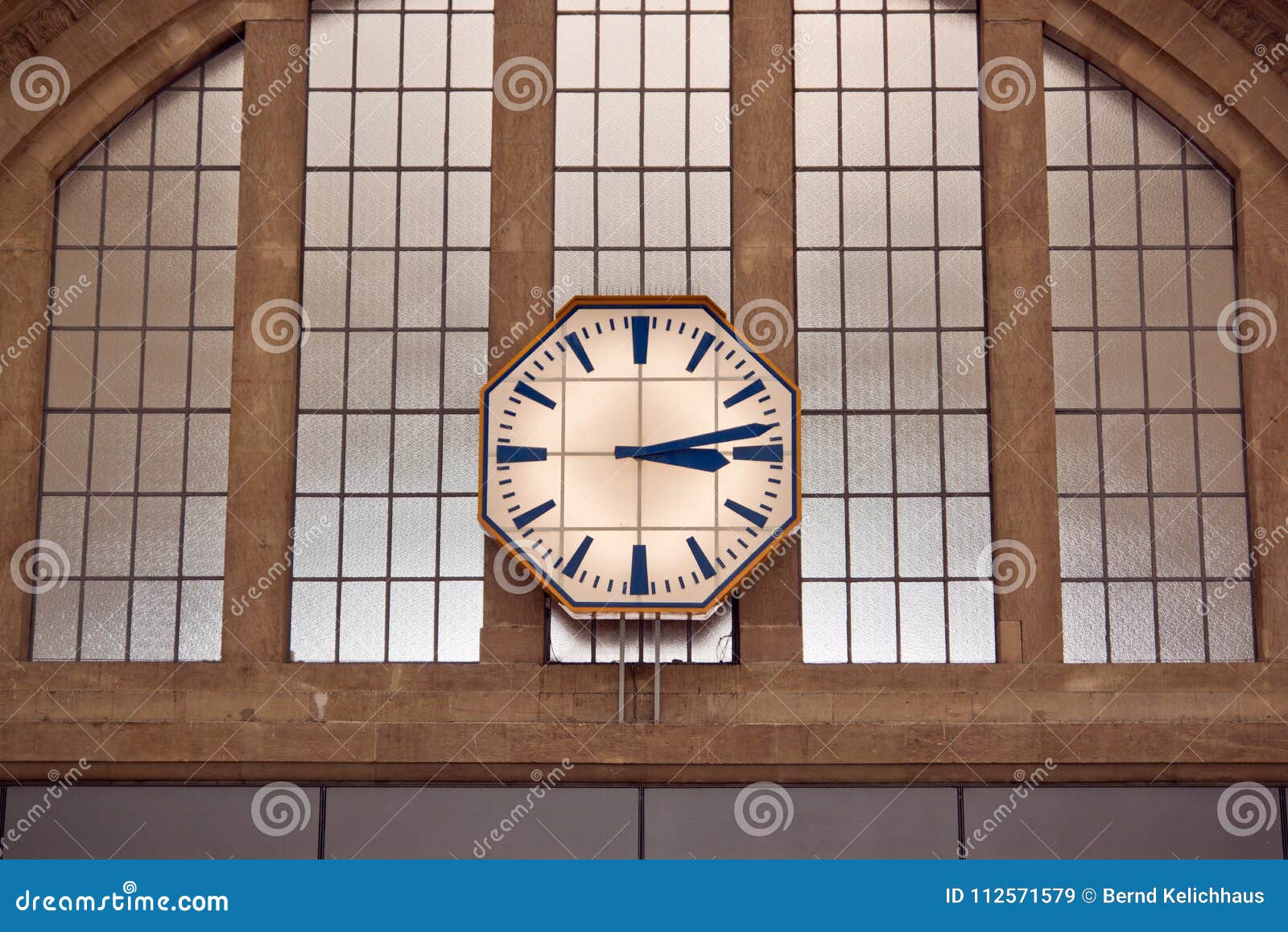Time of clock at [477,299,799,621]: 3:13
